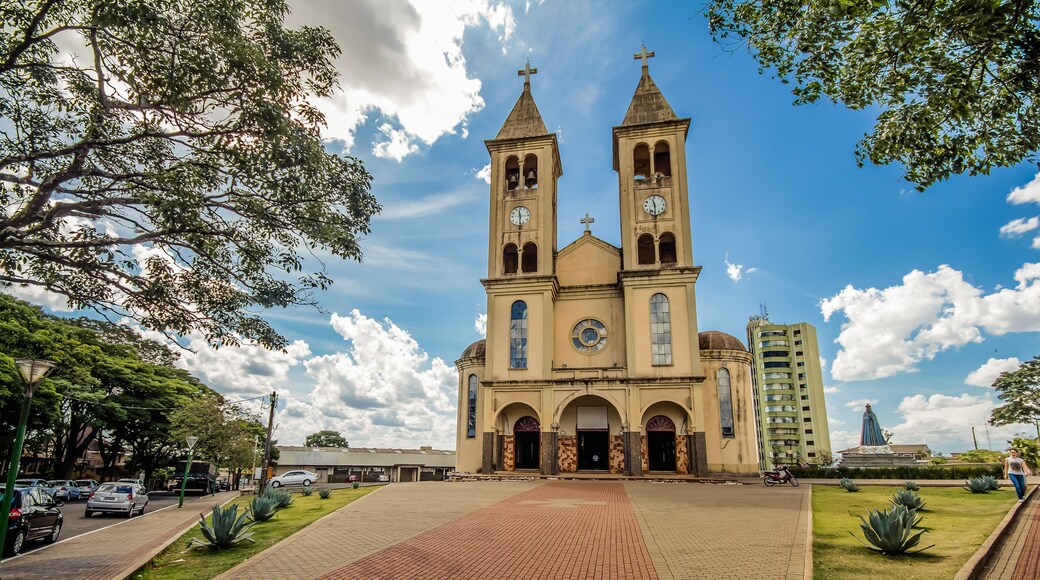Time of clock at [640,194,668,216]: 11:29
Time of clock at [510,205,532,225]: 11:29
